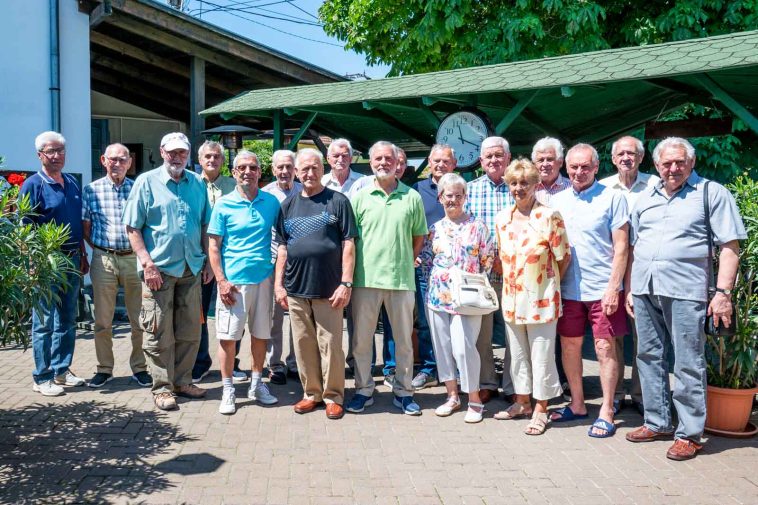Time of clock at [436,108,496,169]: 11:18
